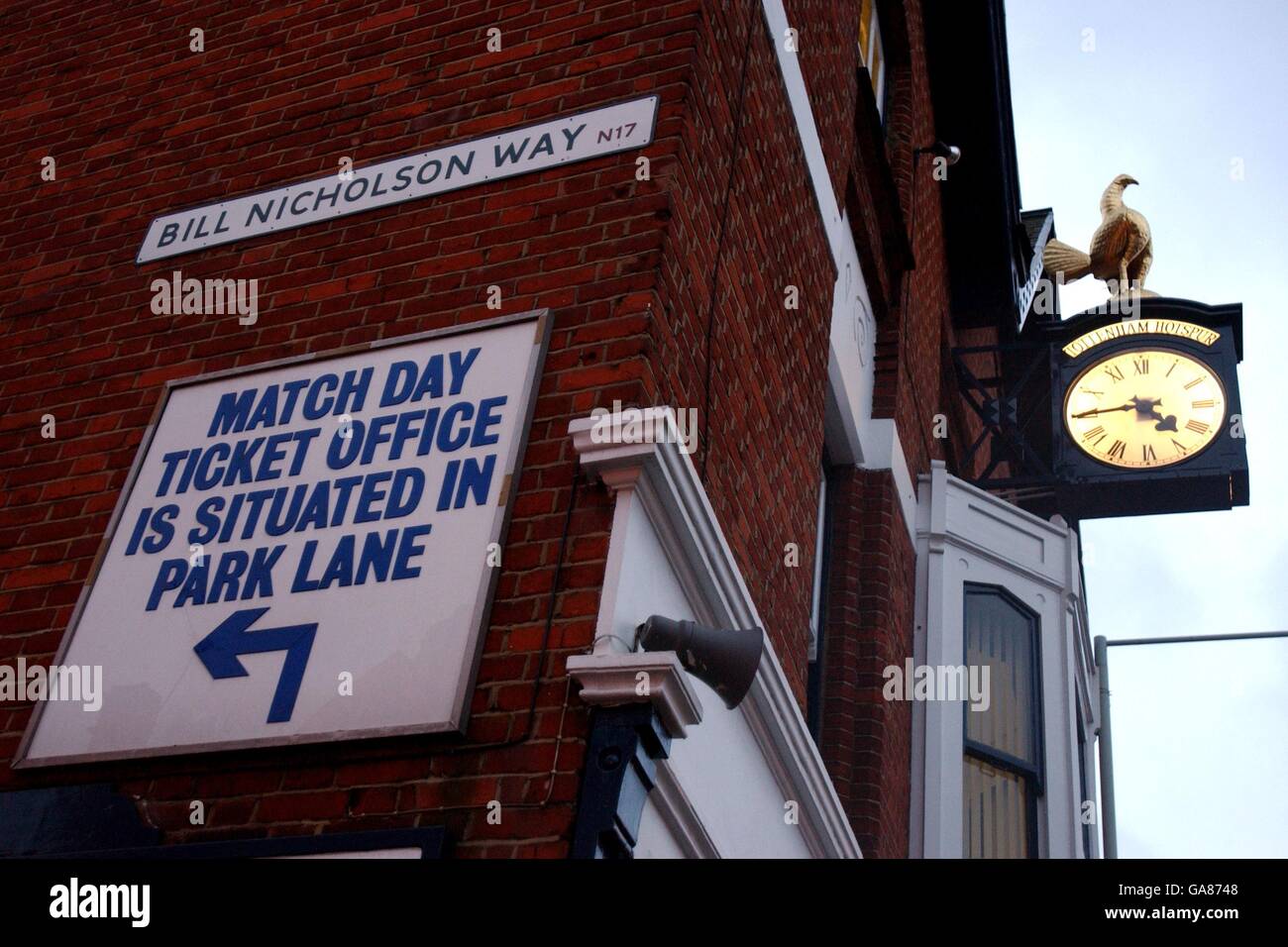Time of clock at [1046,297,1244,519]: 4:44
